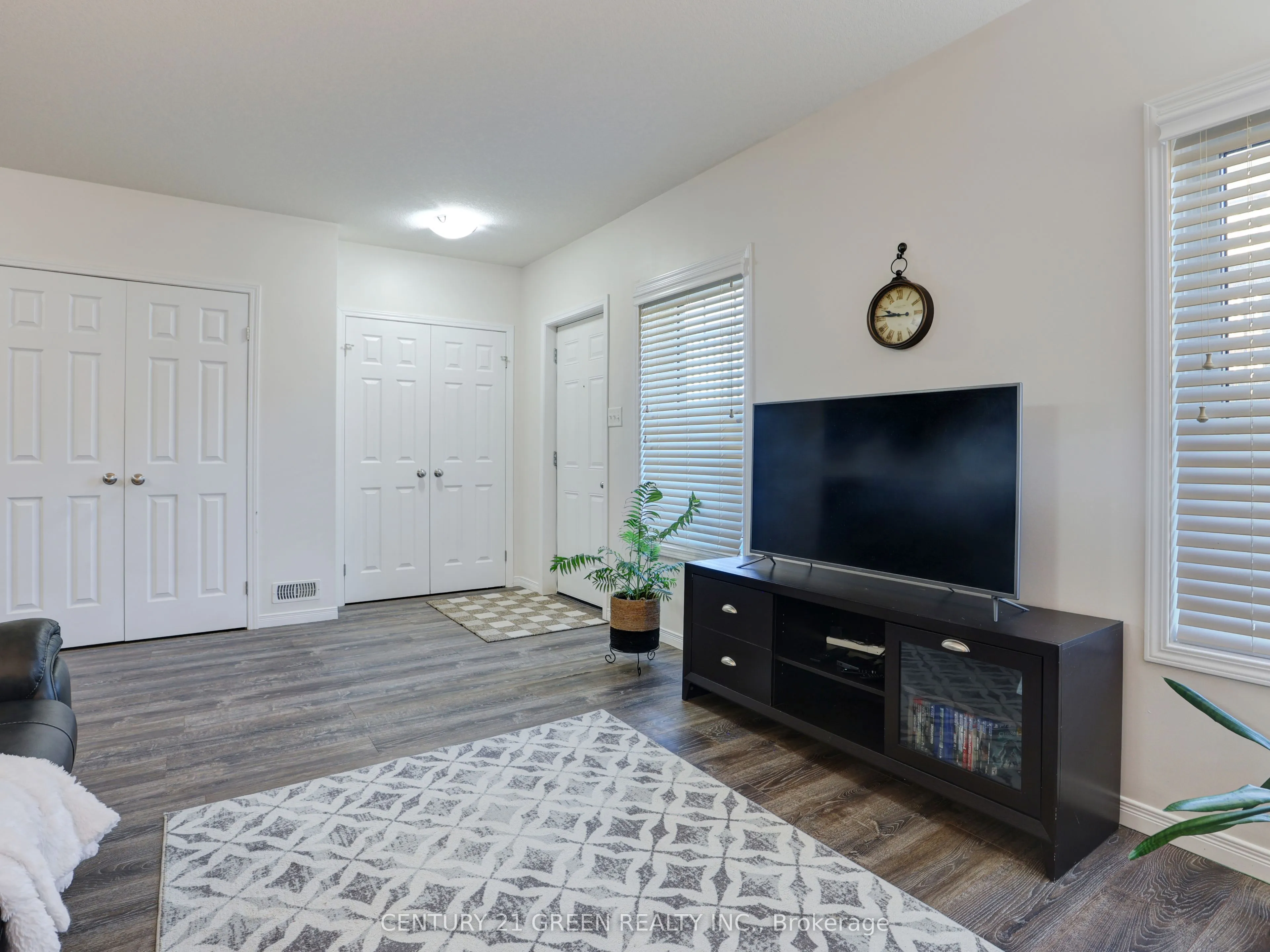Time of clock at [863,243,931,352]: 9:45
